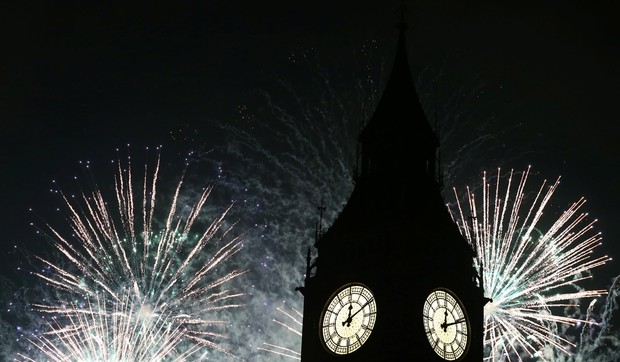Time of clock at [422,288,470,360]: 12:10
